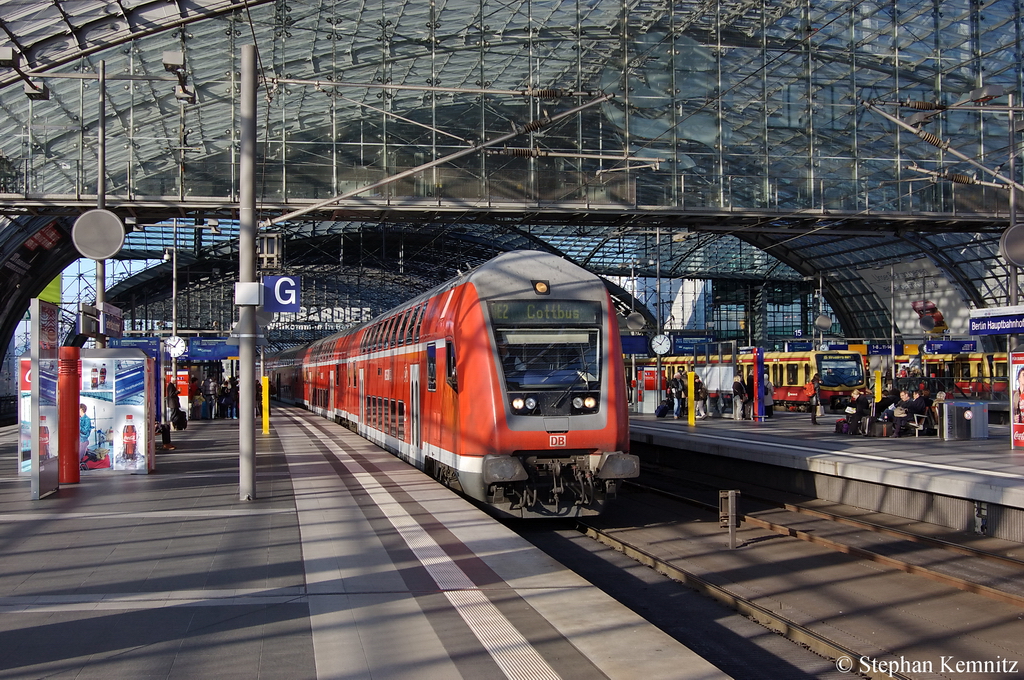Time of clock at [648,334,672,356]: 10:06
